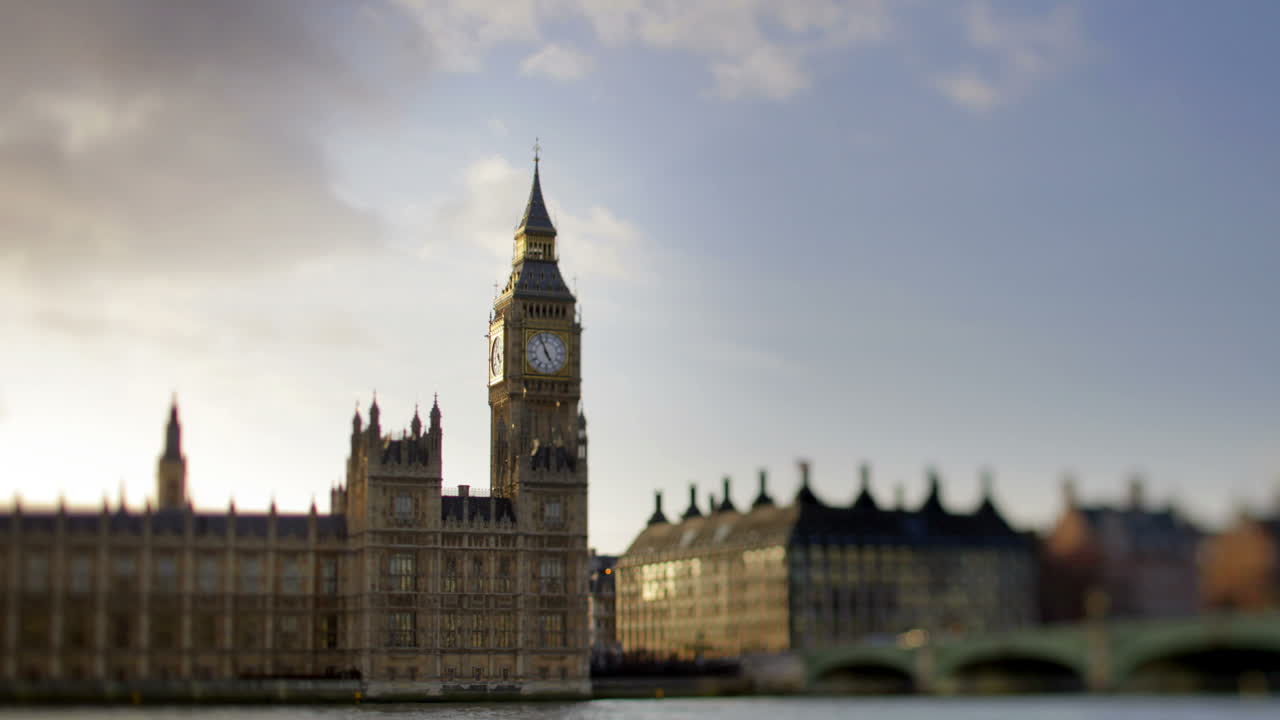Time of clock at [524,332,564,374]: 4:56
